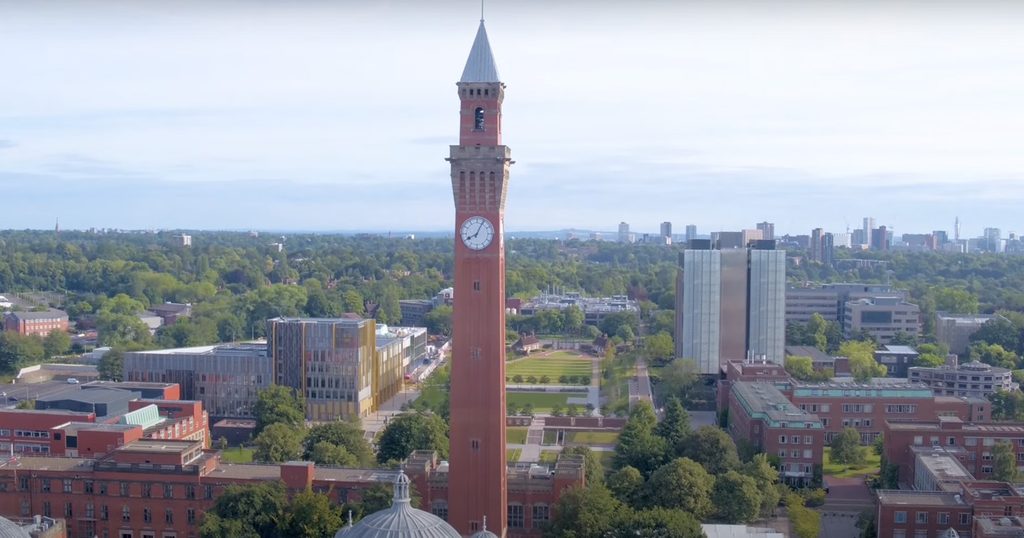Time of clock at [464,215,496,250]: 8:04
